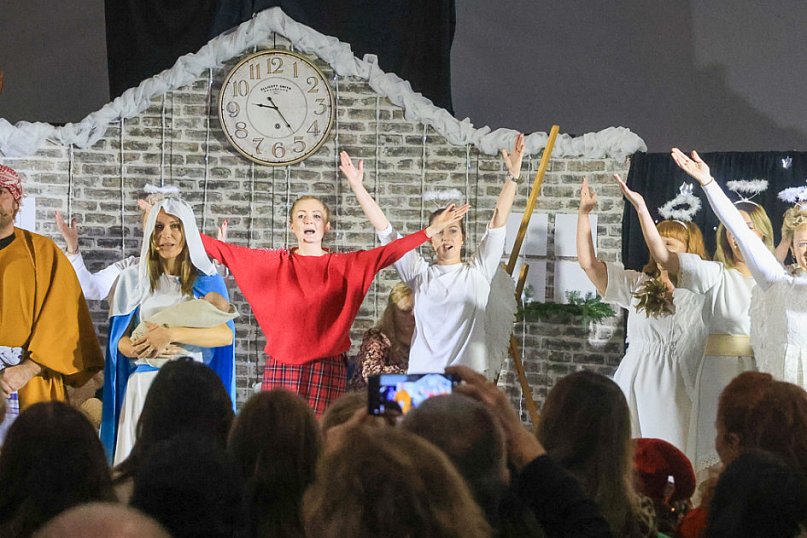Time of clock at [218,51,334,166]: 9:24
